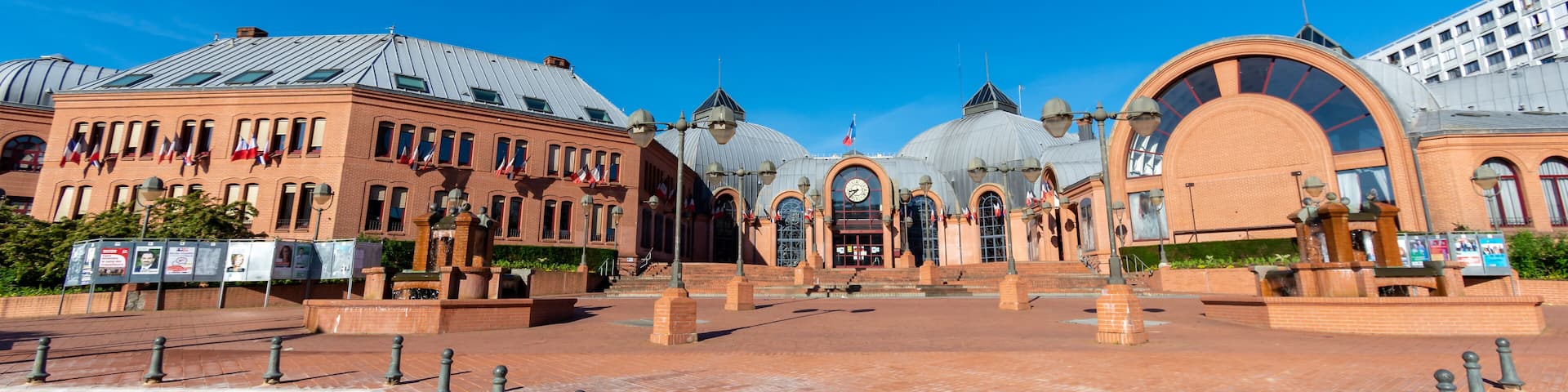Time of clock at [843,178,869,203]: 8:38
